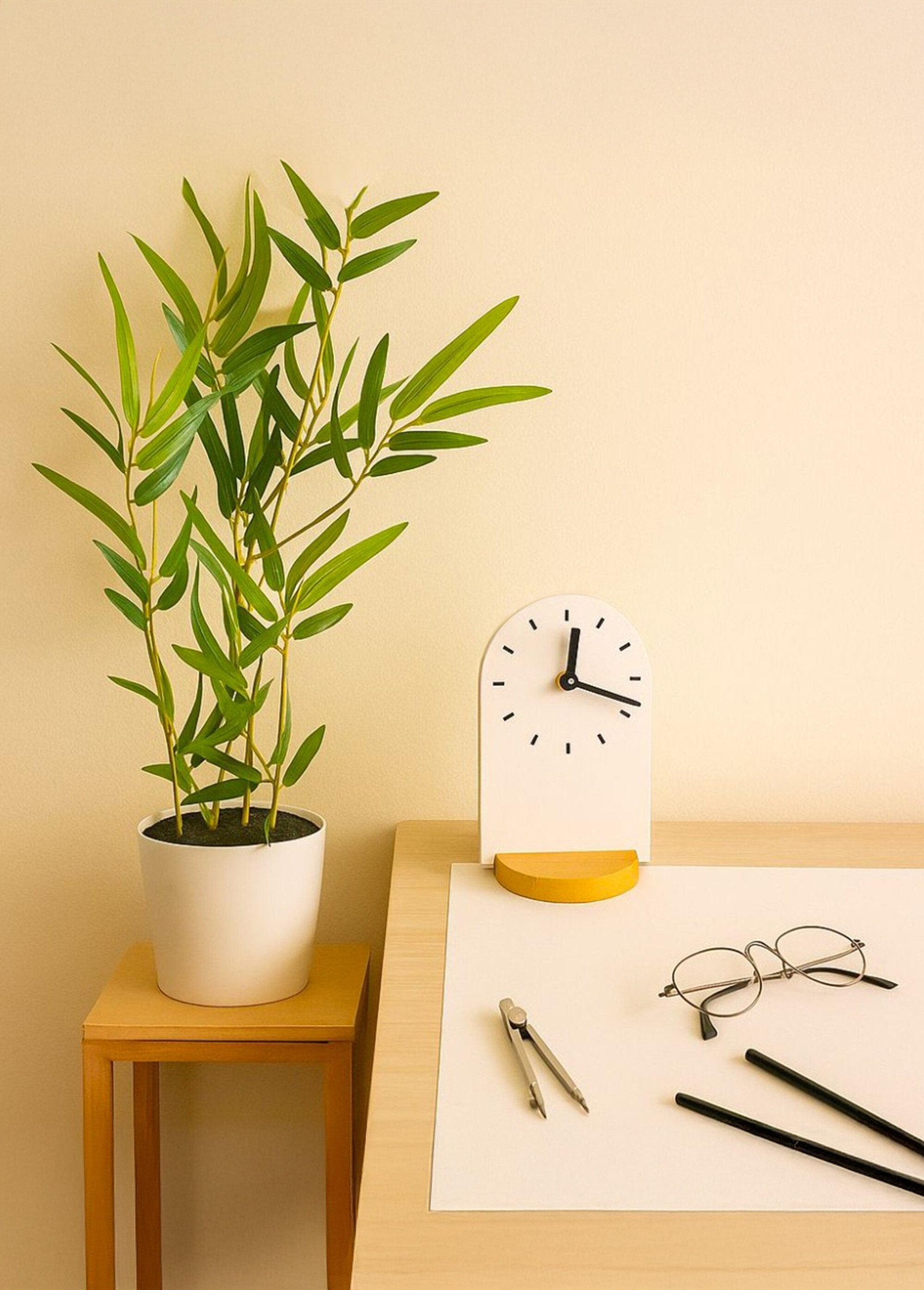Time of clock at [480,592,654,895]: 12:18
